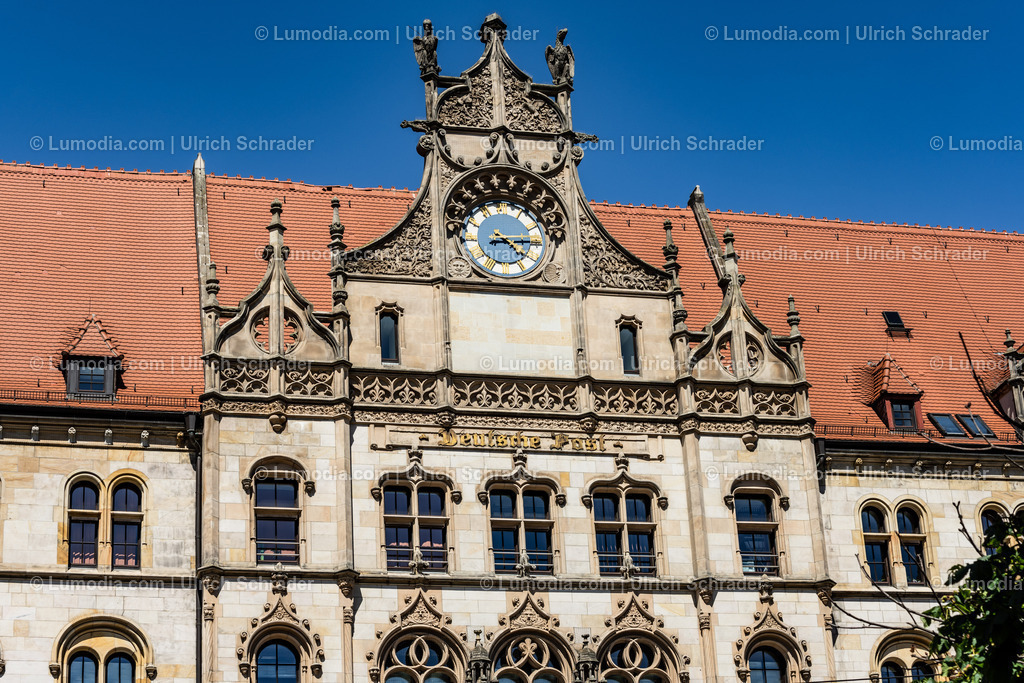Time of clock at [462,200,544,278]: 4:14
